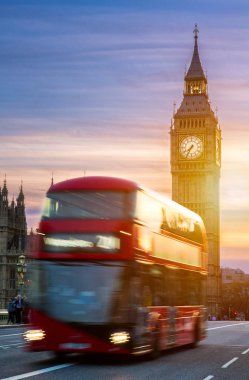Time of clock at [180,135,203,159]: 7:35
